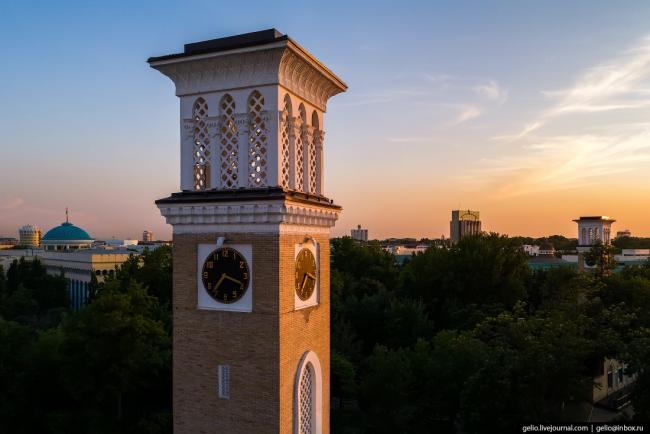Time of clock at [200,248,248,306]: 7:18
